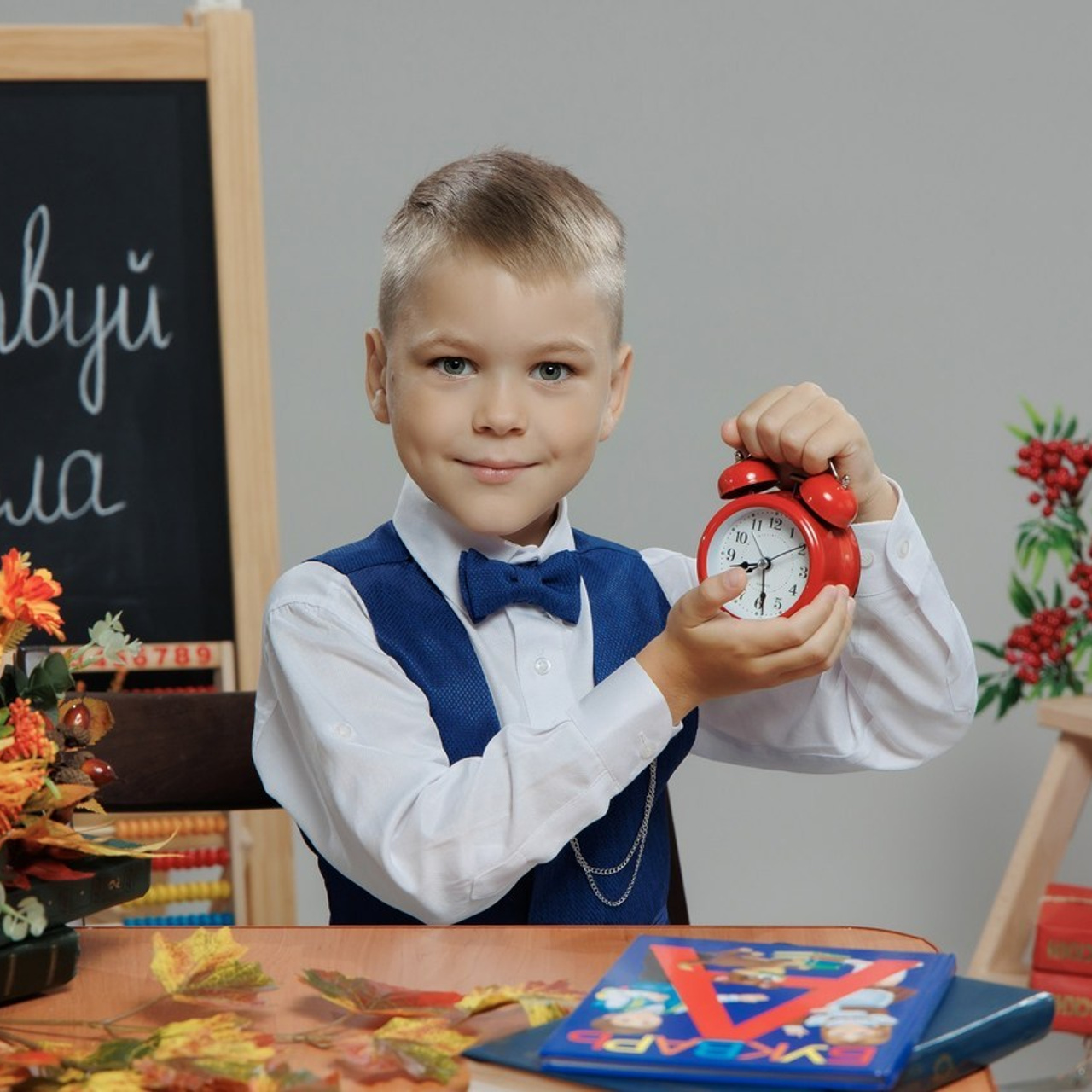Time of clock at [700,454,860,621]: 8:28
